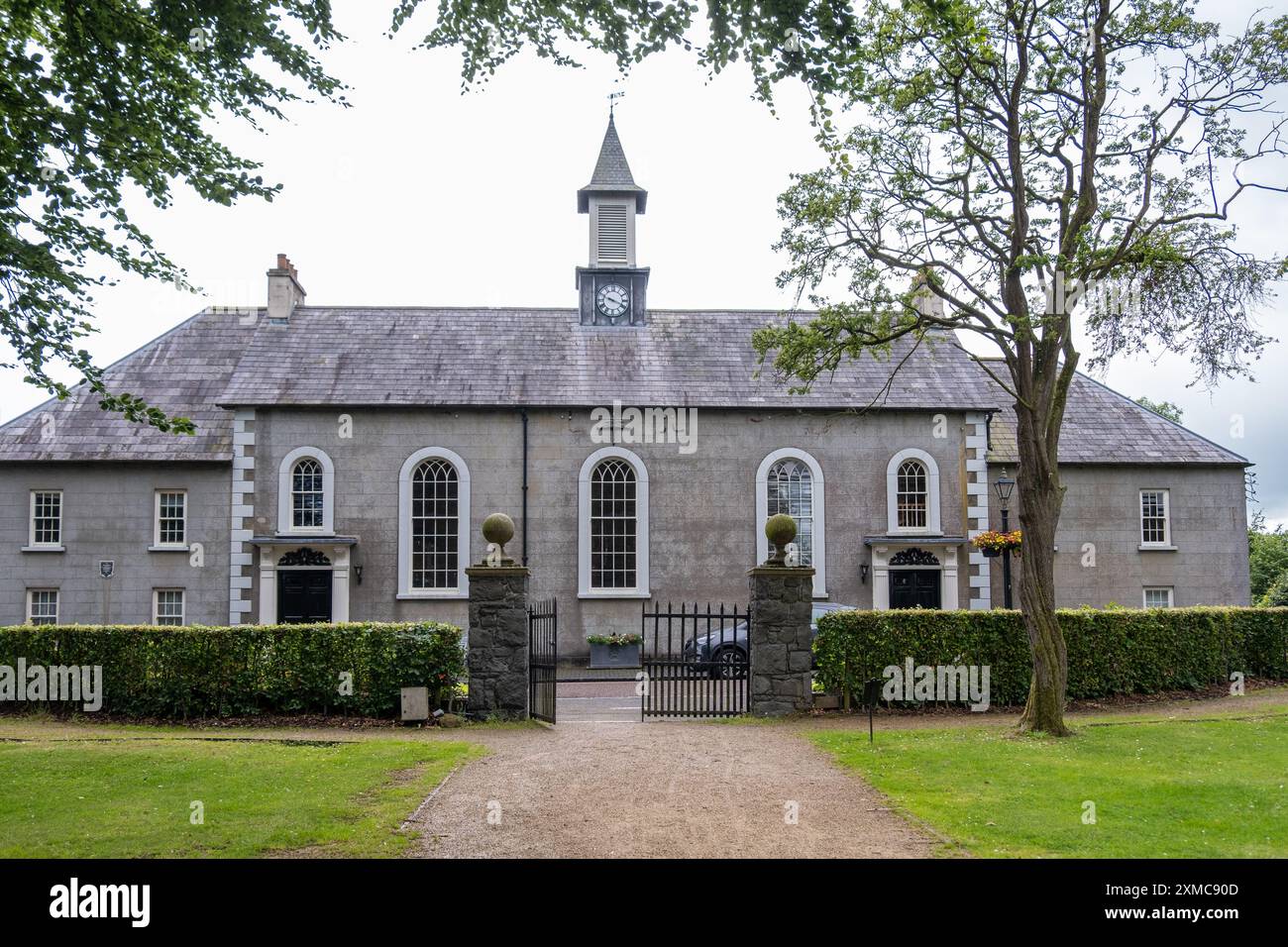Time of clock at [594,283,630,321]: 3:48
